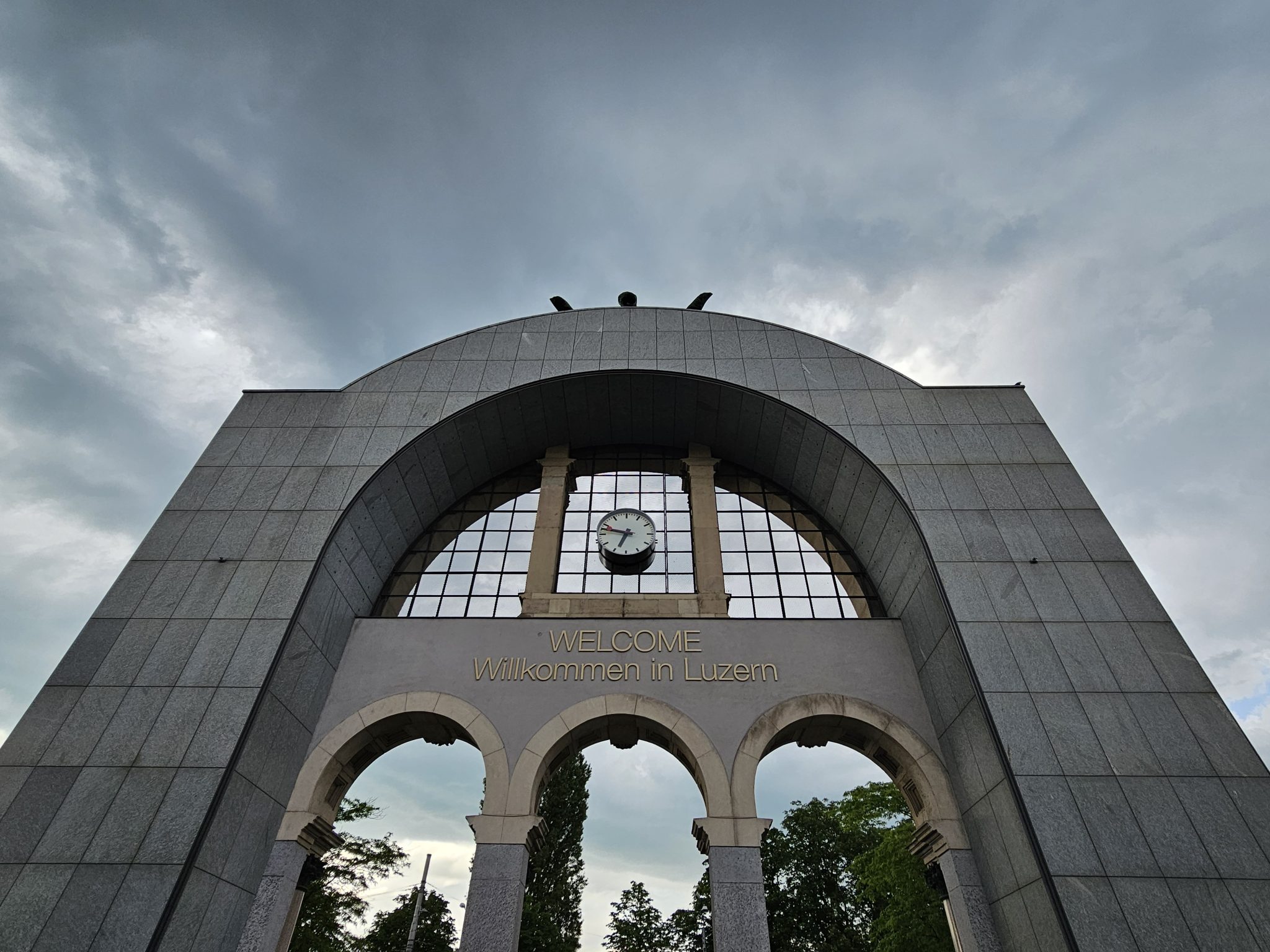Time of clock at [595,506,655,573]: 6:47
